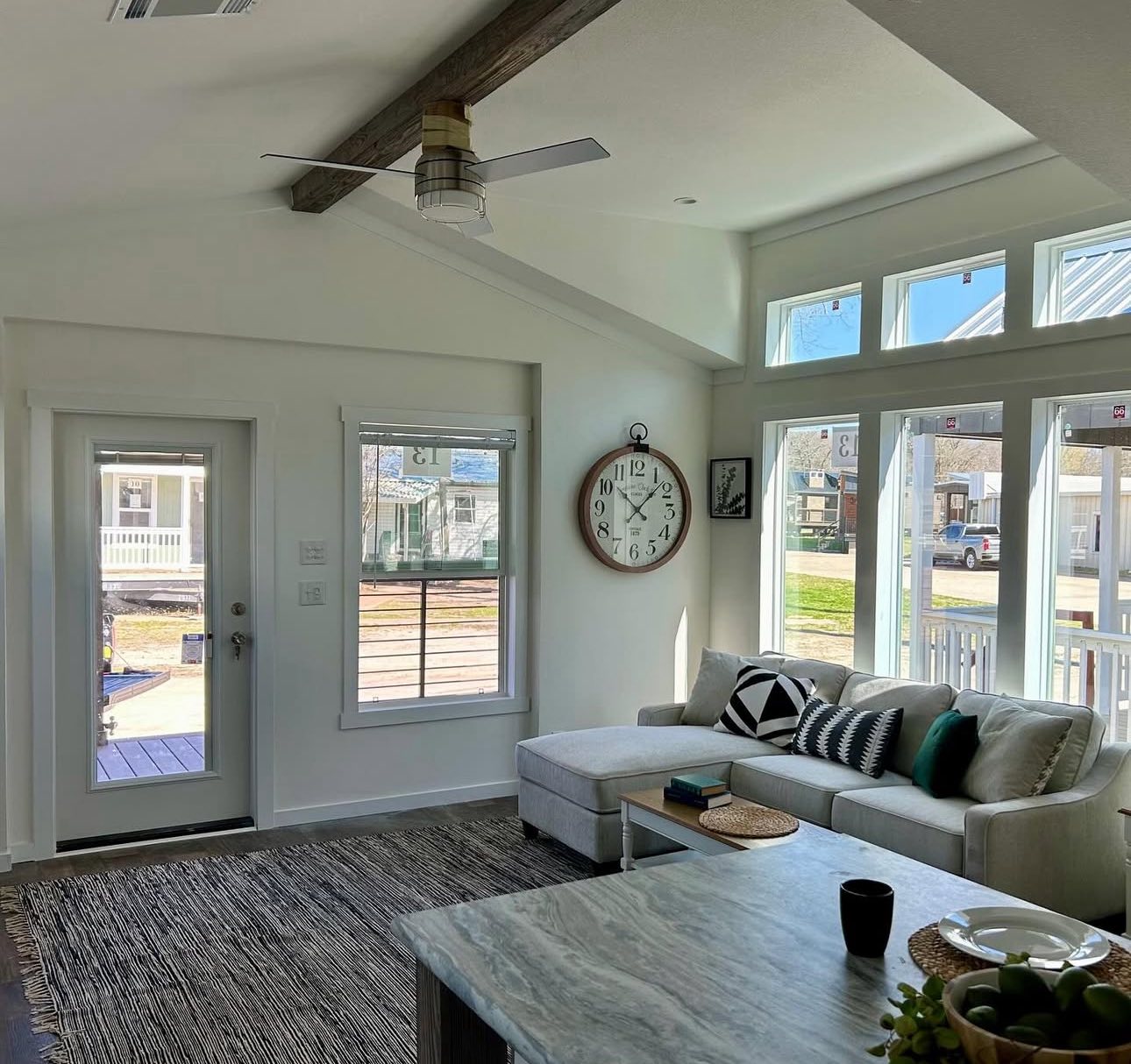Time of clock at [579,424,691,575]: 10:07
